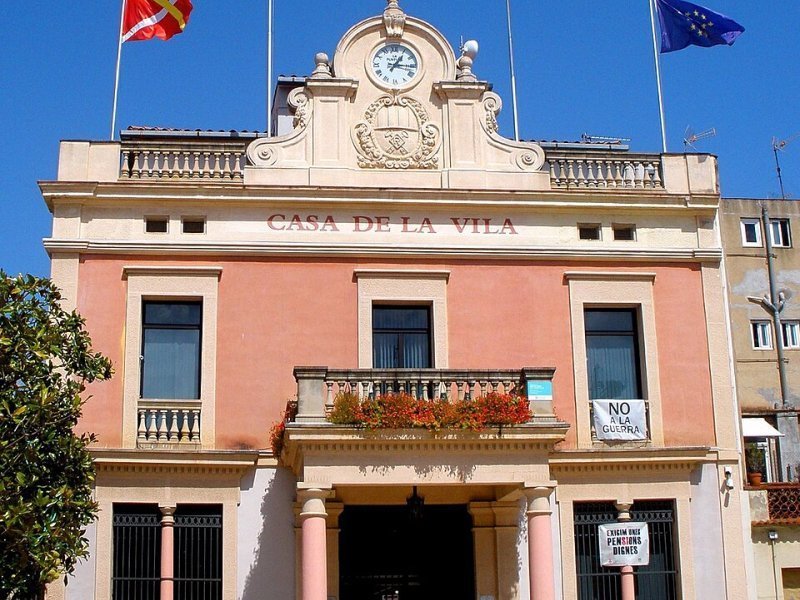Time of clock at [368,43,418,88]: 1:16
